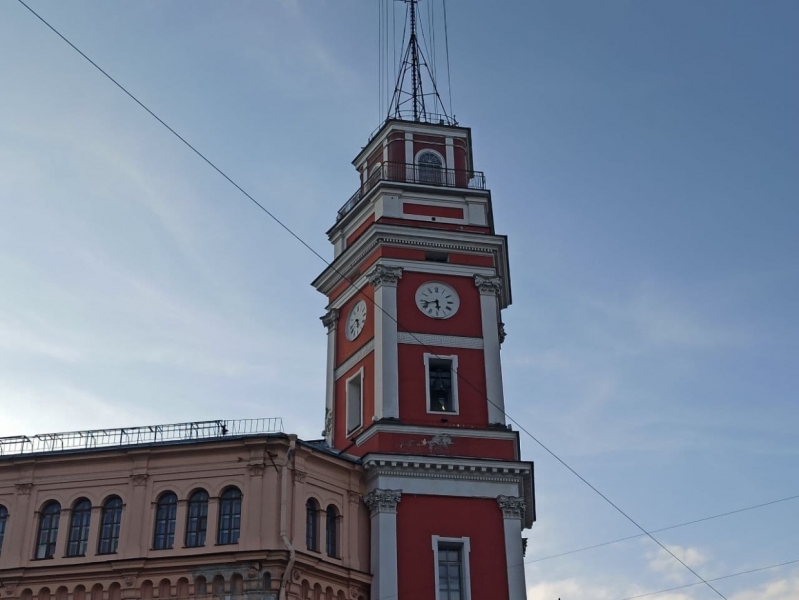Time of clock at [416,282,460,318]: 5:42
